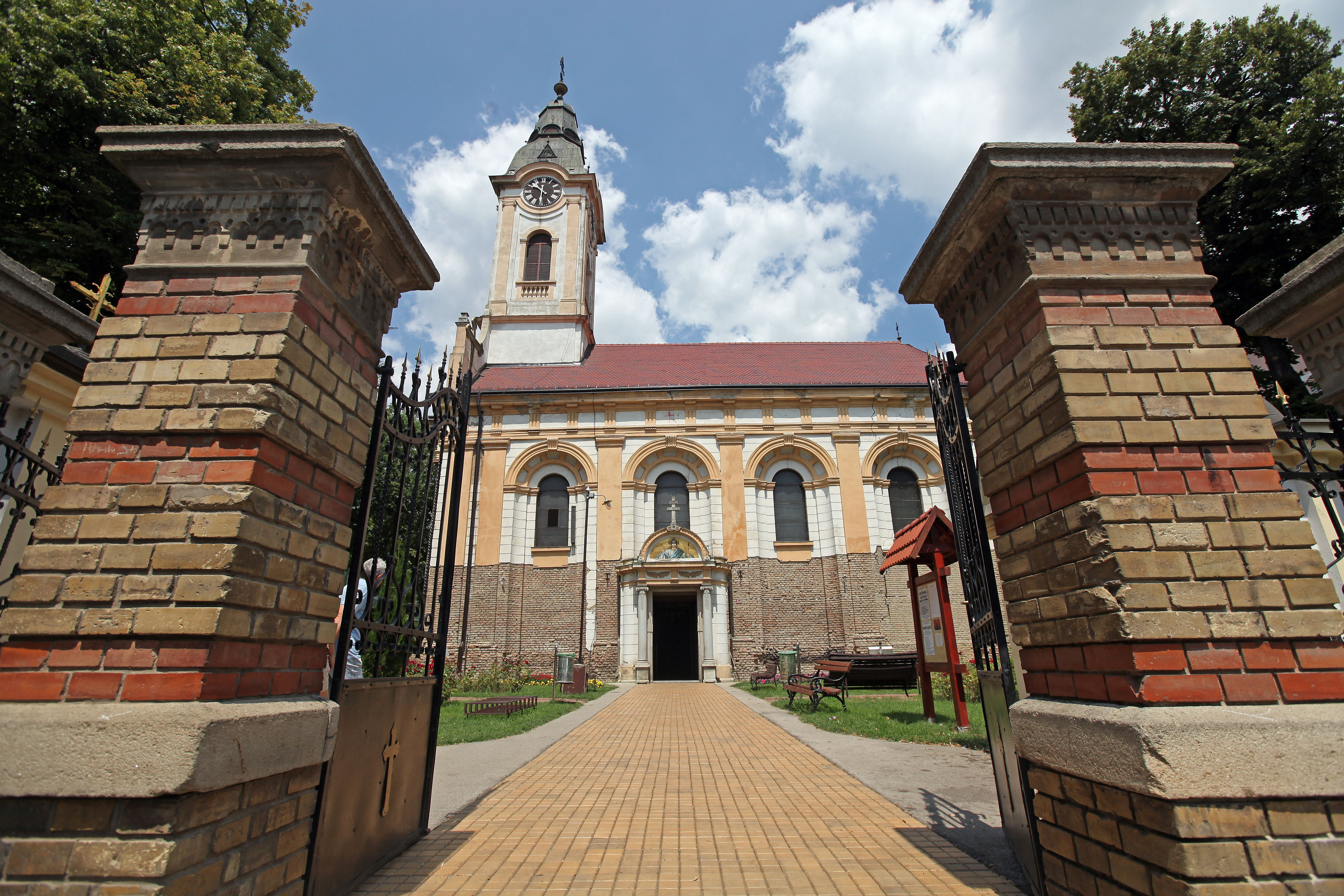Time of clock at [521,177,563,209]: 10:30
